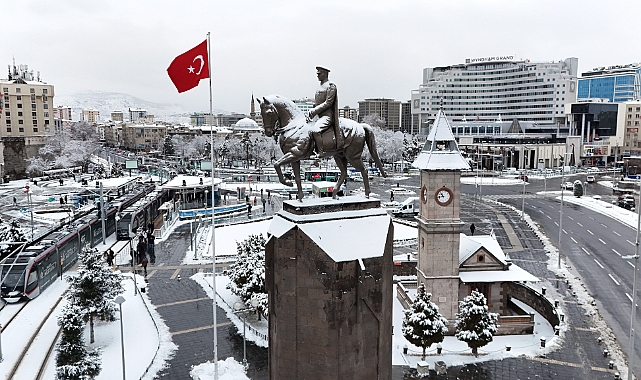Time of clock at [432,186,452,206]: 10:43
